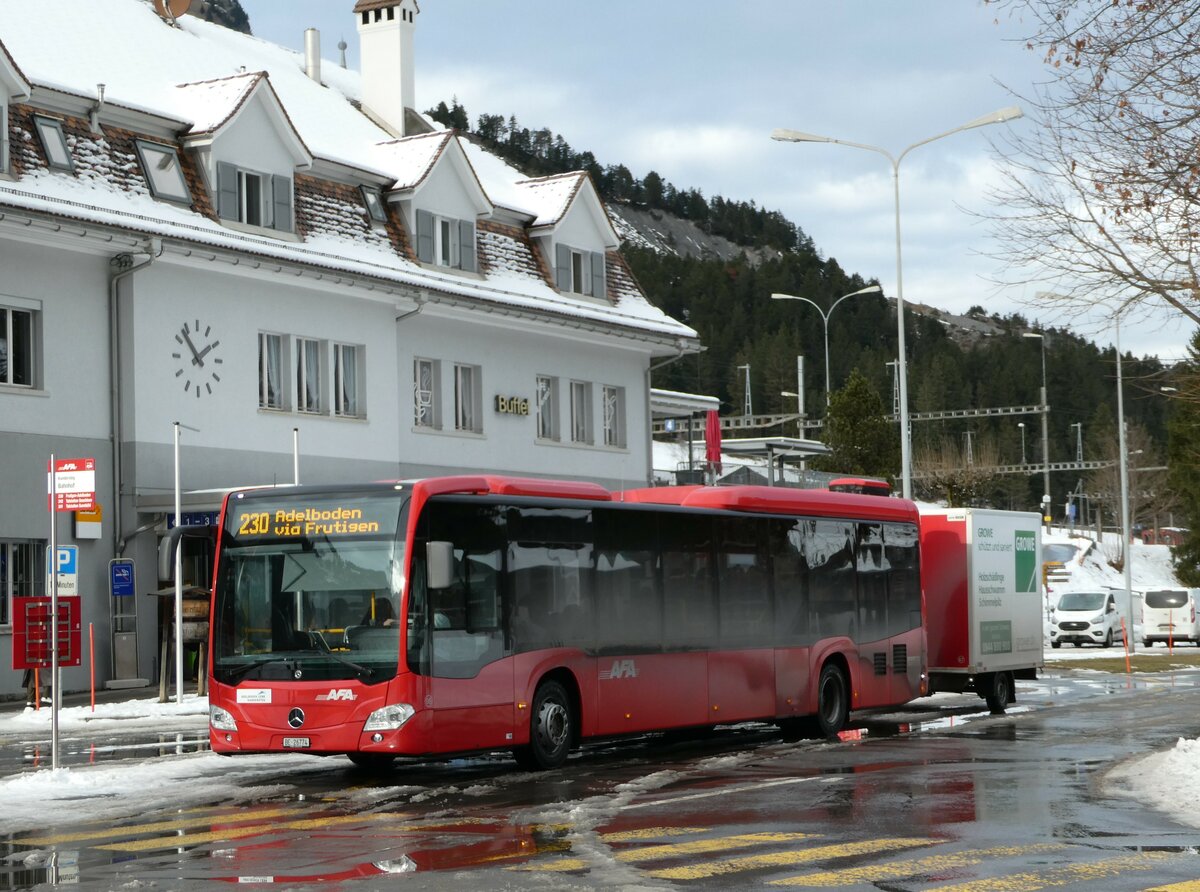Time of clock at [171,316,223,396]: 1:53
